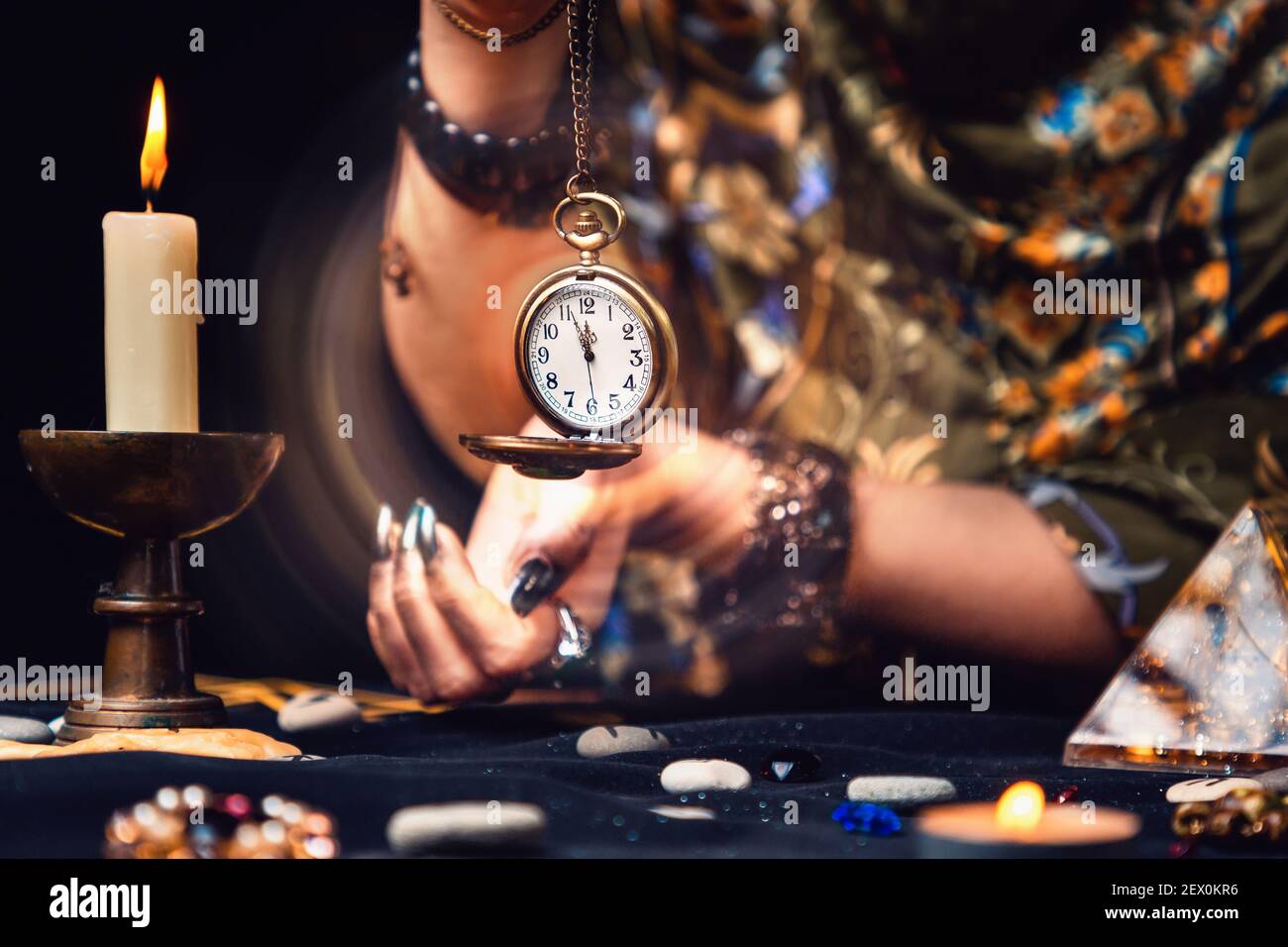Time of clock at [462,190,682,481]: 11:56
